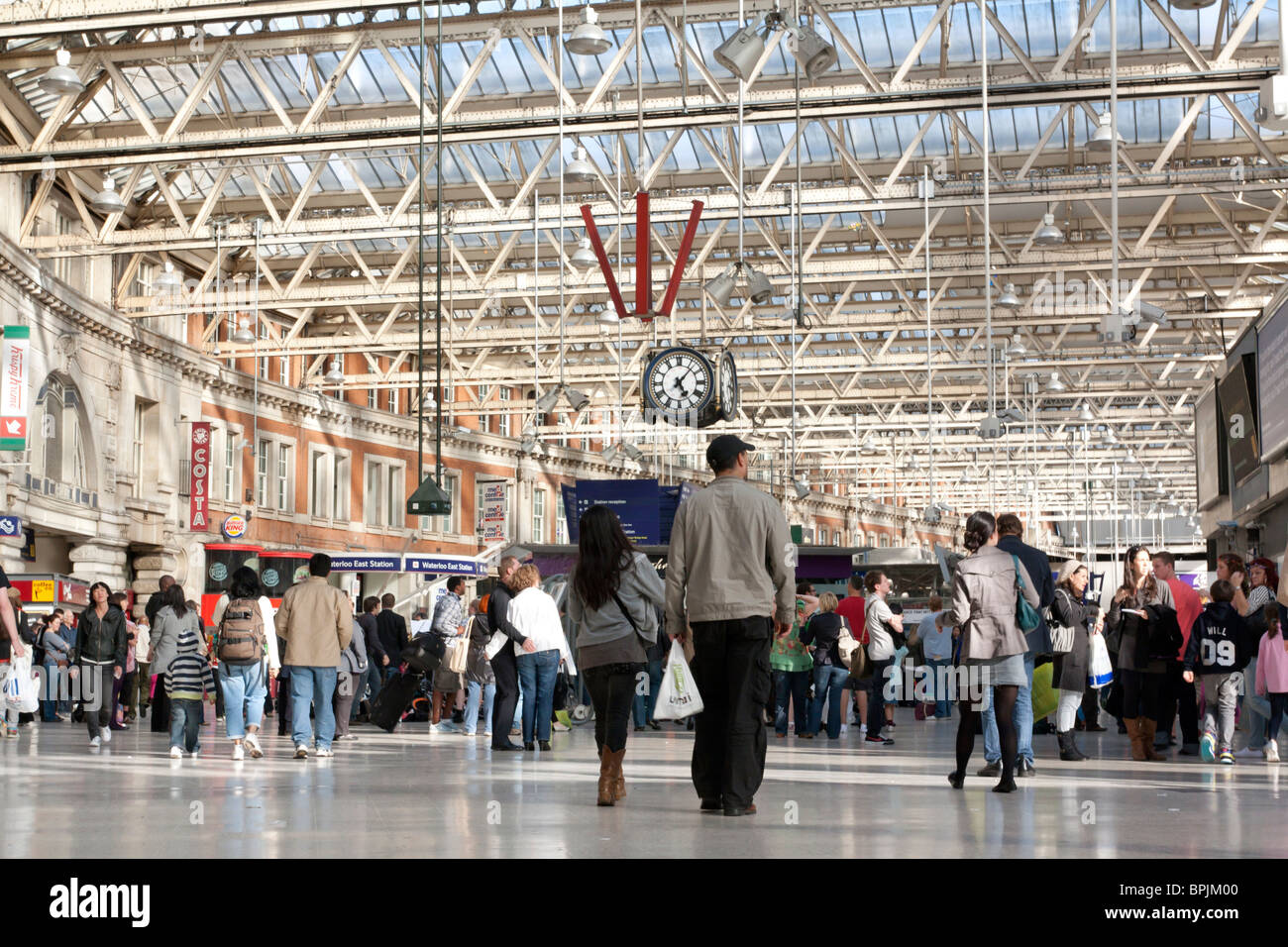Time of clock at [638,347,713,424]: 5:06
